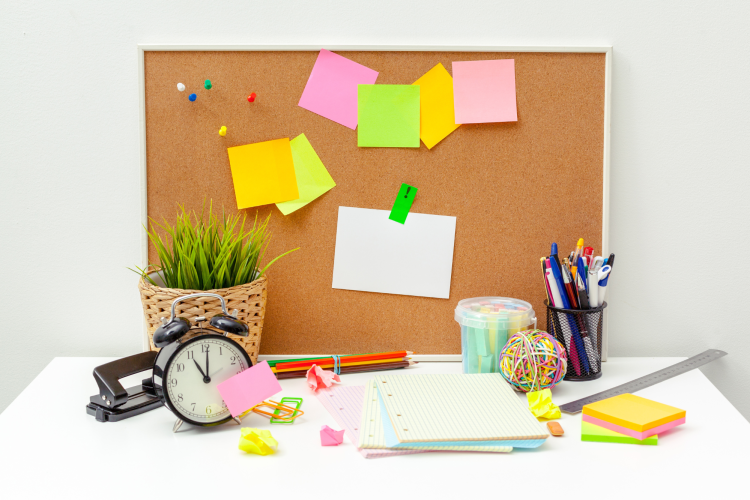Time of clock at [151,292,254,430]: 11:01
